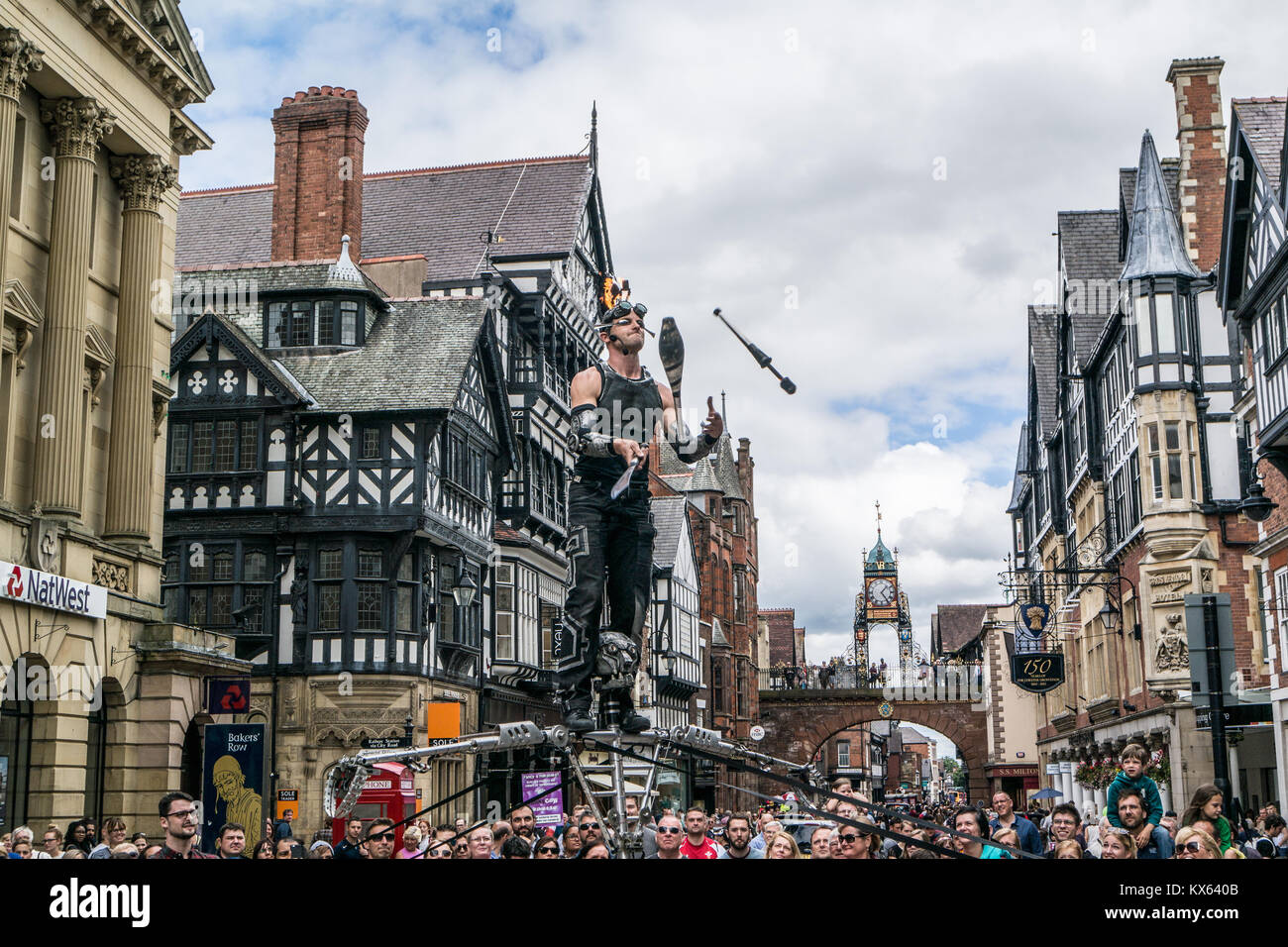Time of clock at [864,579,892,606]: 1:24
